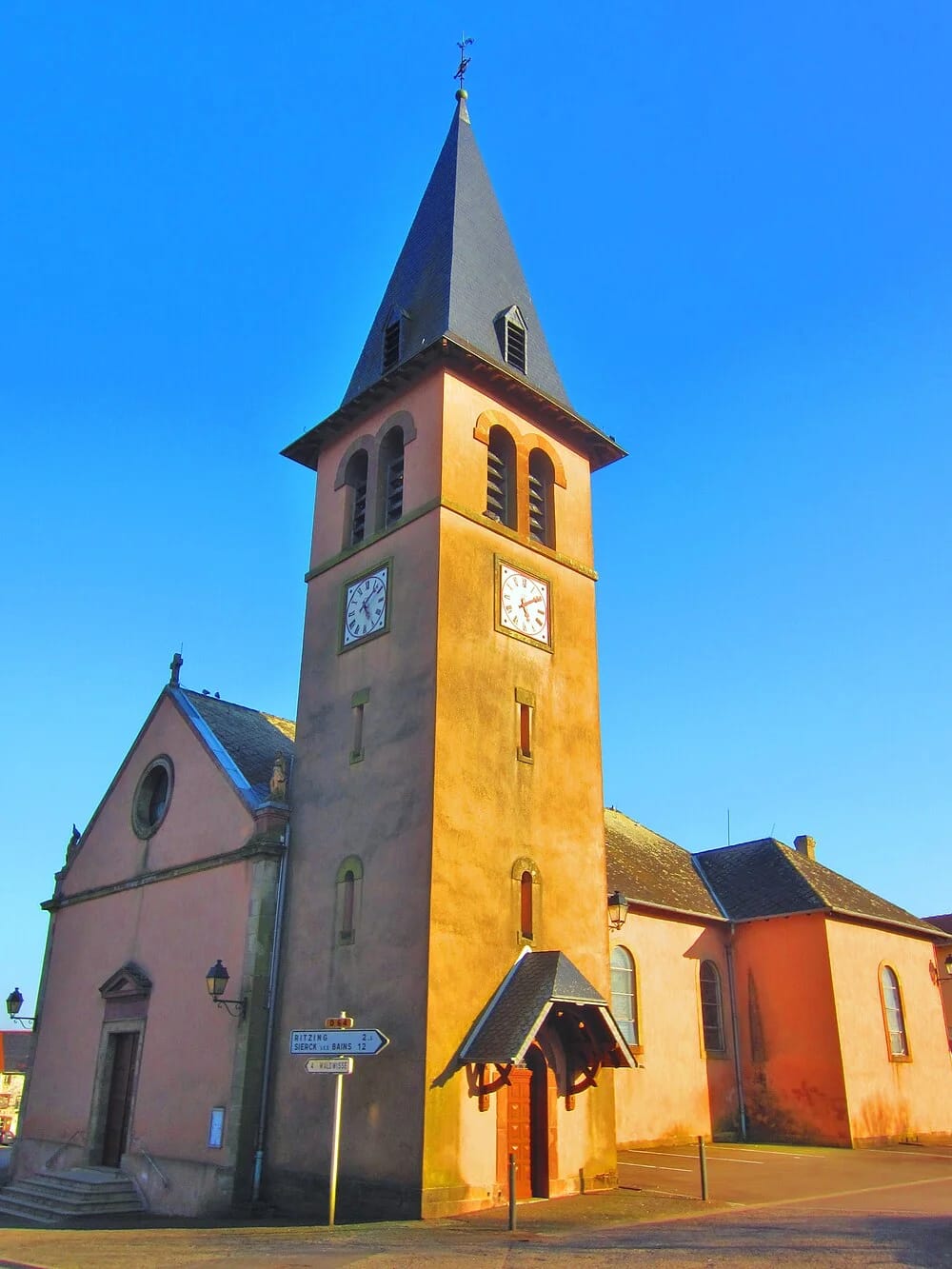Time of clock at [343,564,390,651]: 5:08
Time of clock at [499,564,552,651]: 5:09
